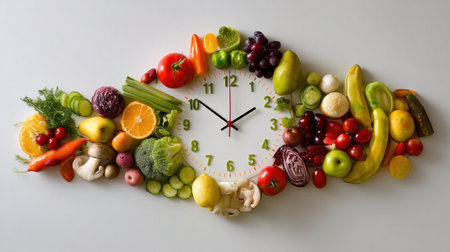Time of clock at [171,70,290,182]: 1:51
